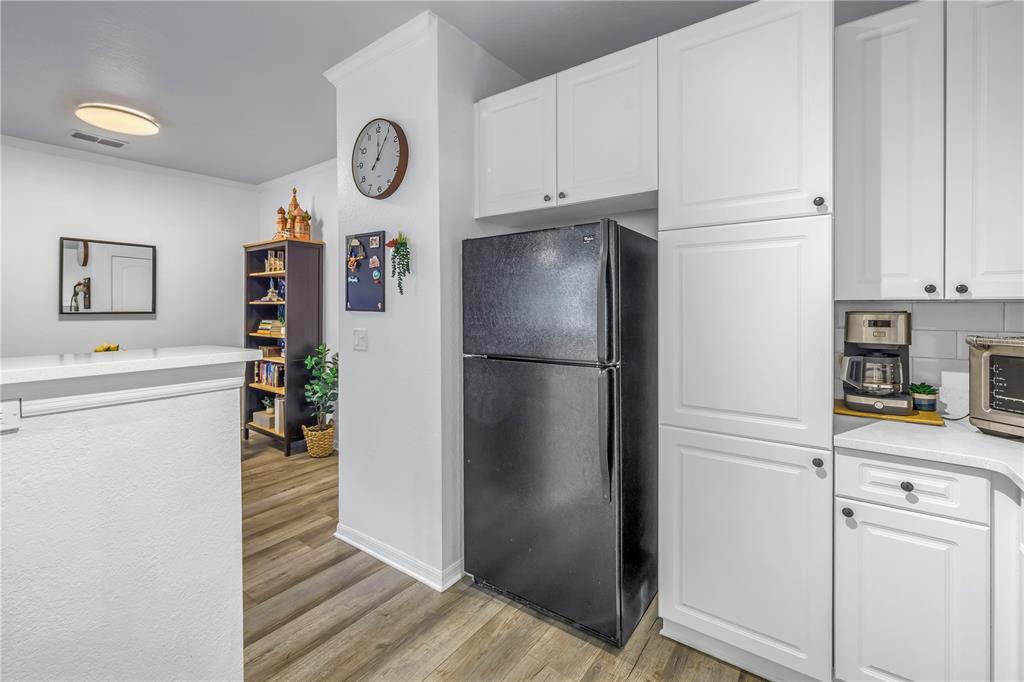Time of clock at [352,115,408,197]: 12:05
